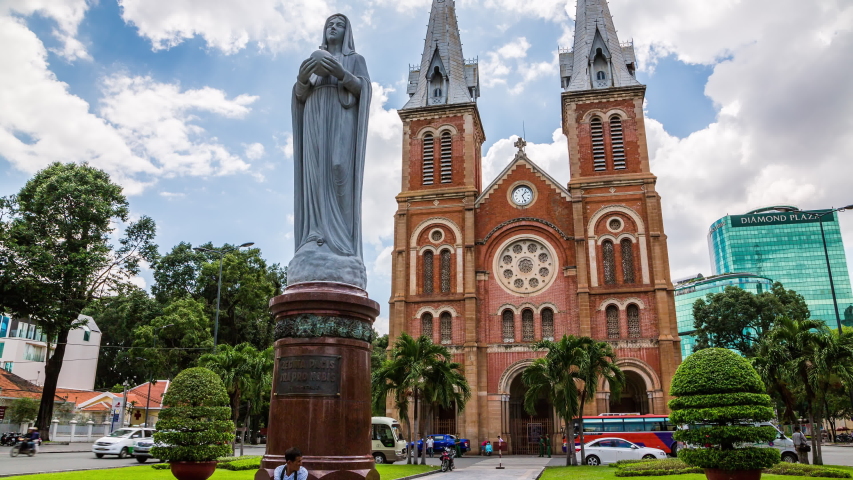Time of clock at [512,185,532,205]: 1:26
